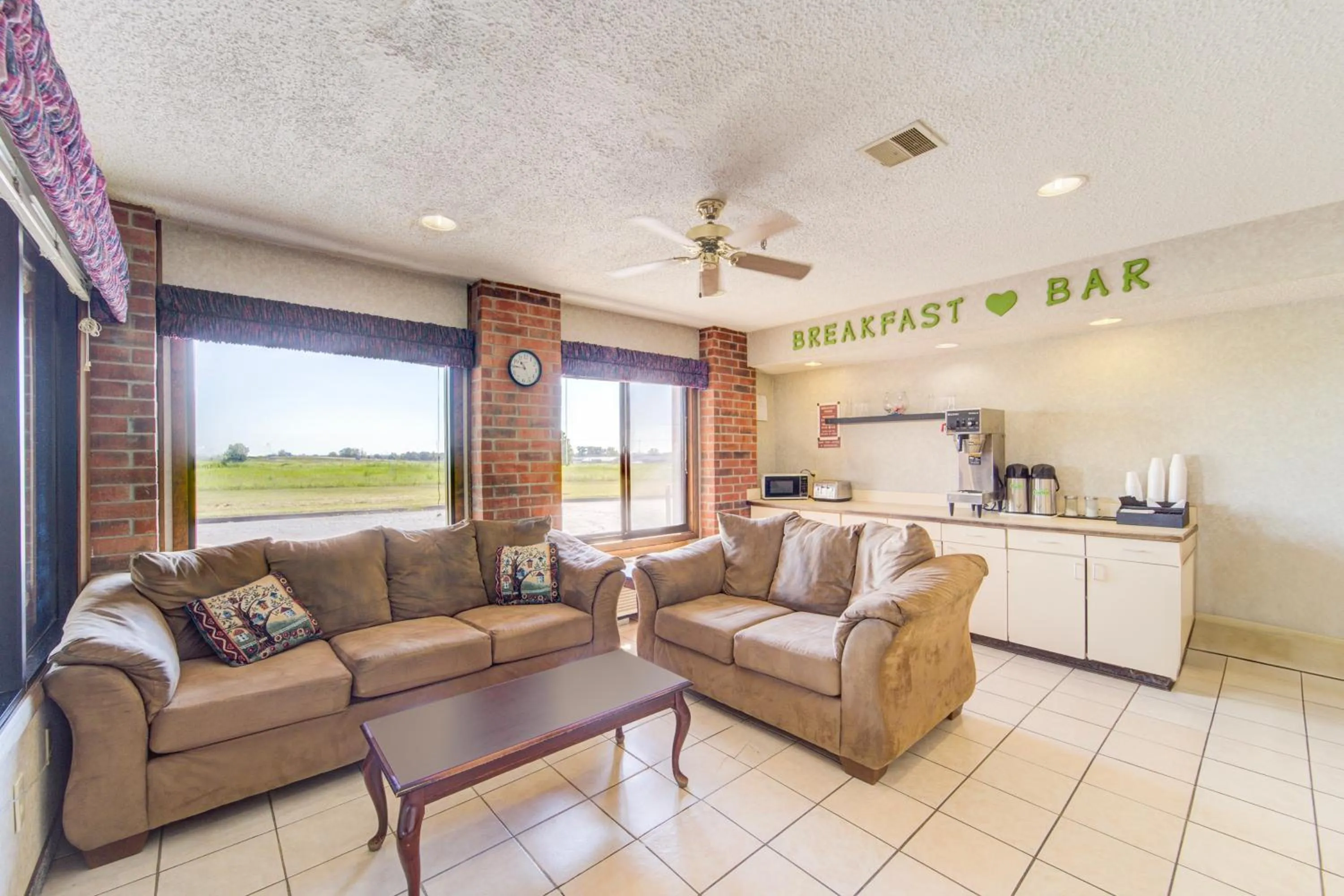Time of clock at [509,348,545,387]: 10:45
